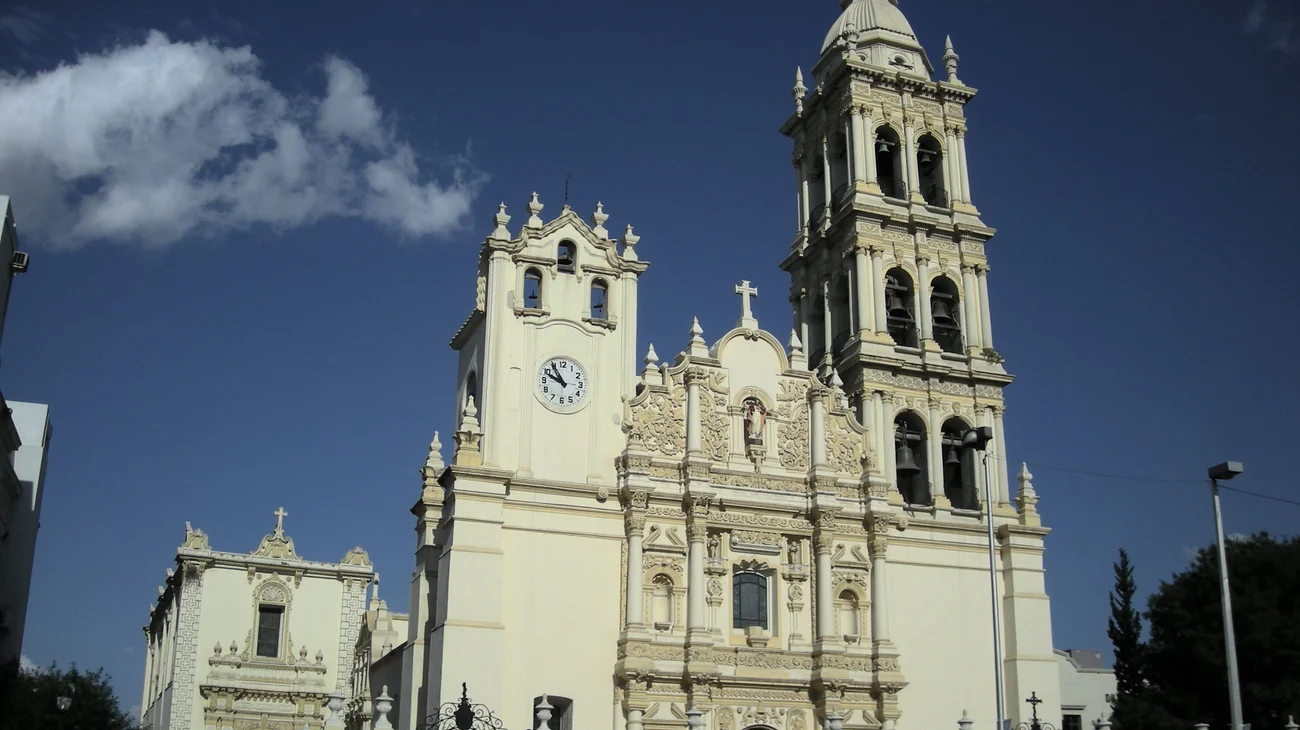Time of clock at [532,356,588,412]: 9:54
